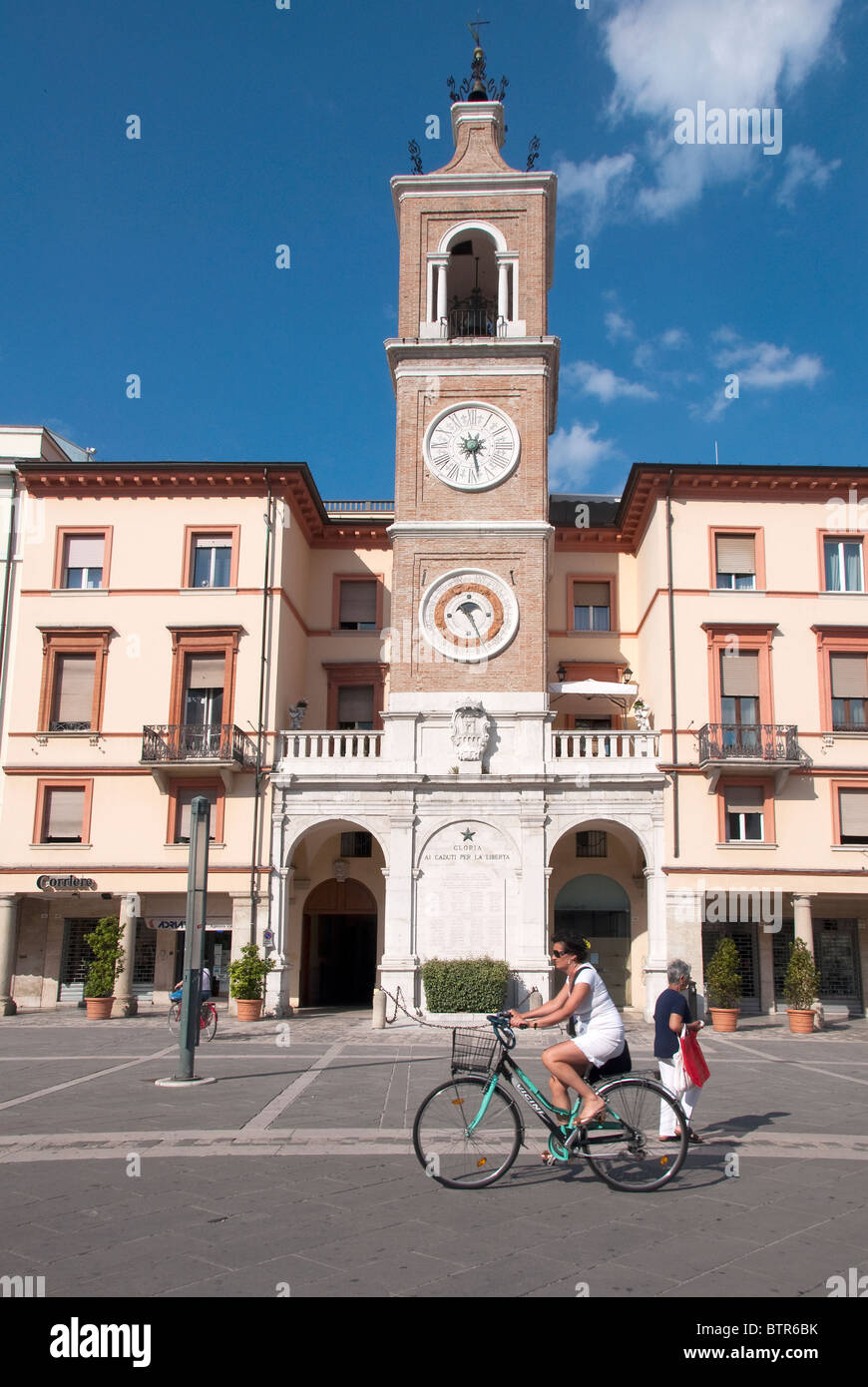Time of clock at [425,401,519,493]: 2:27
